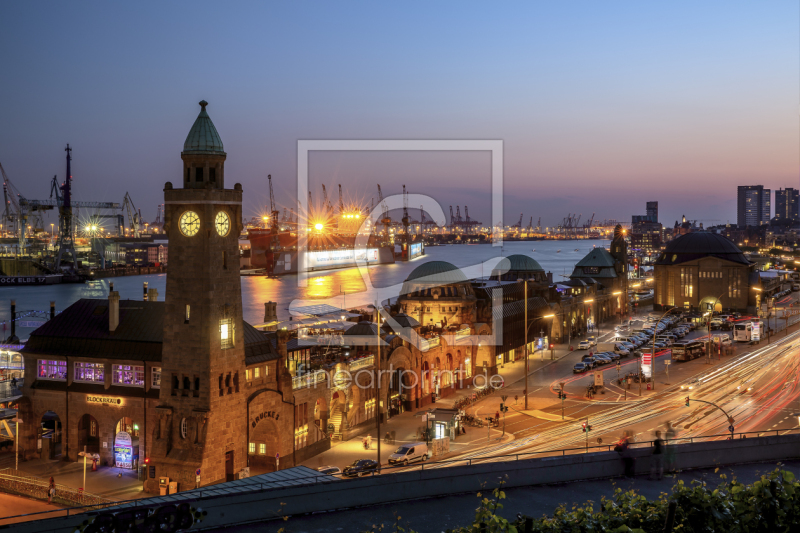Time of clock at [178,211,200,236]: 9:10
